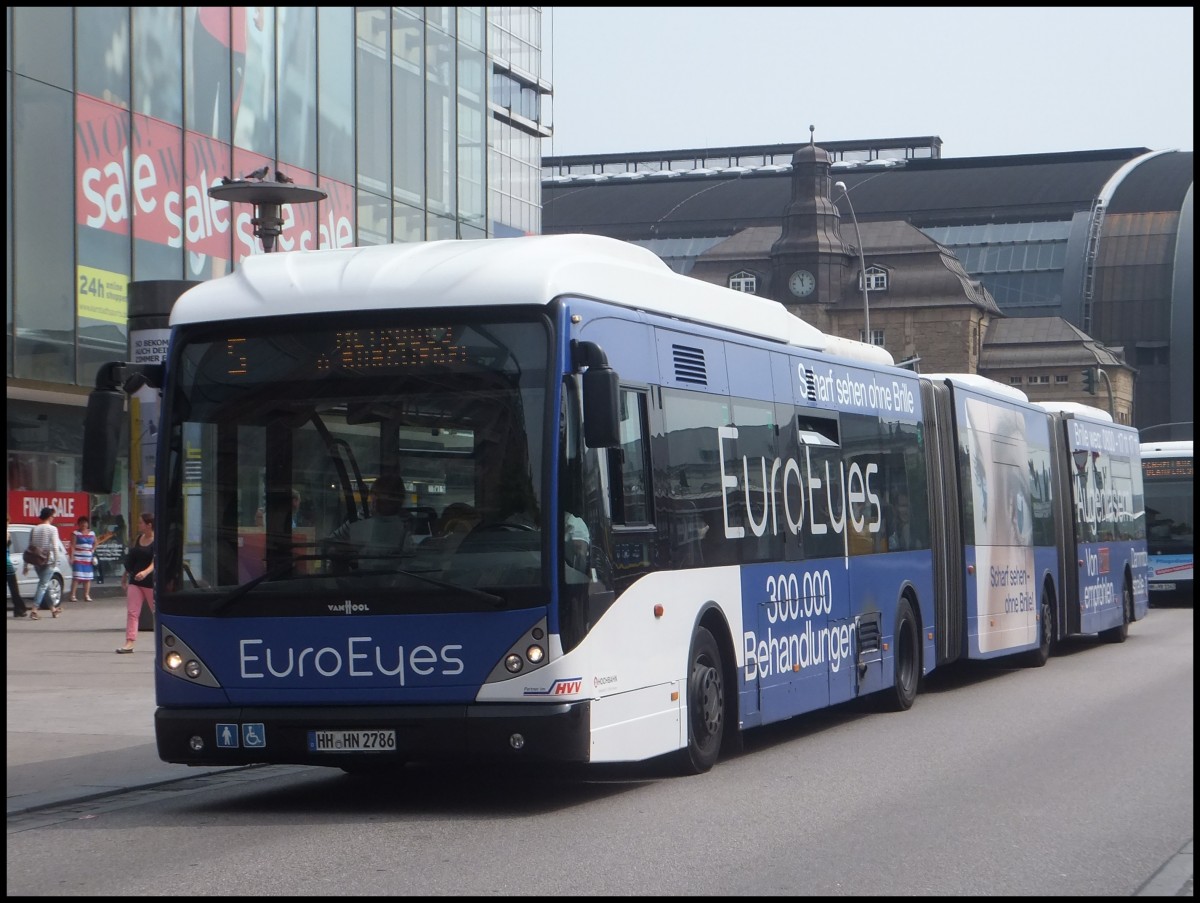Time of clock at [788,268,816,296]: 11:55
